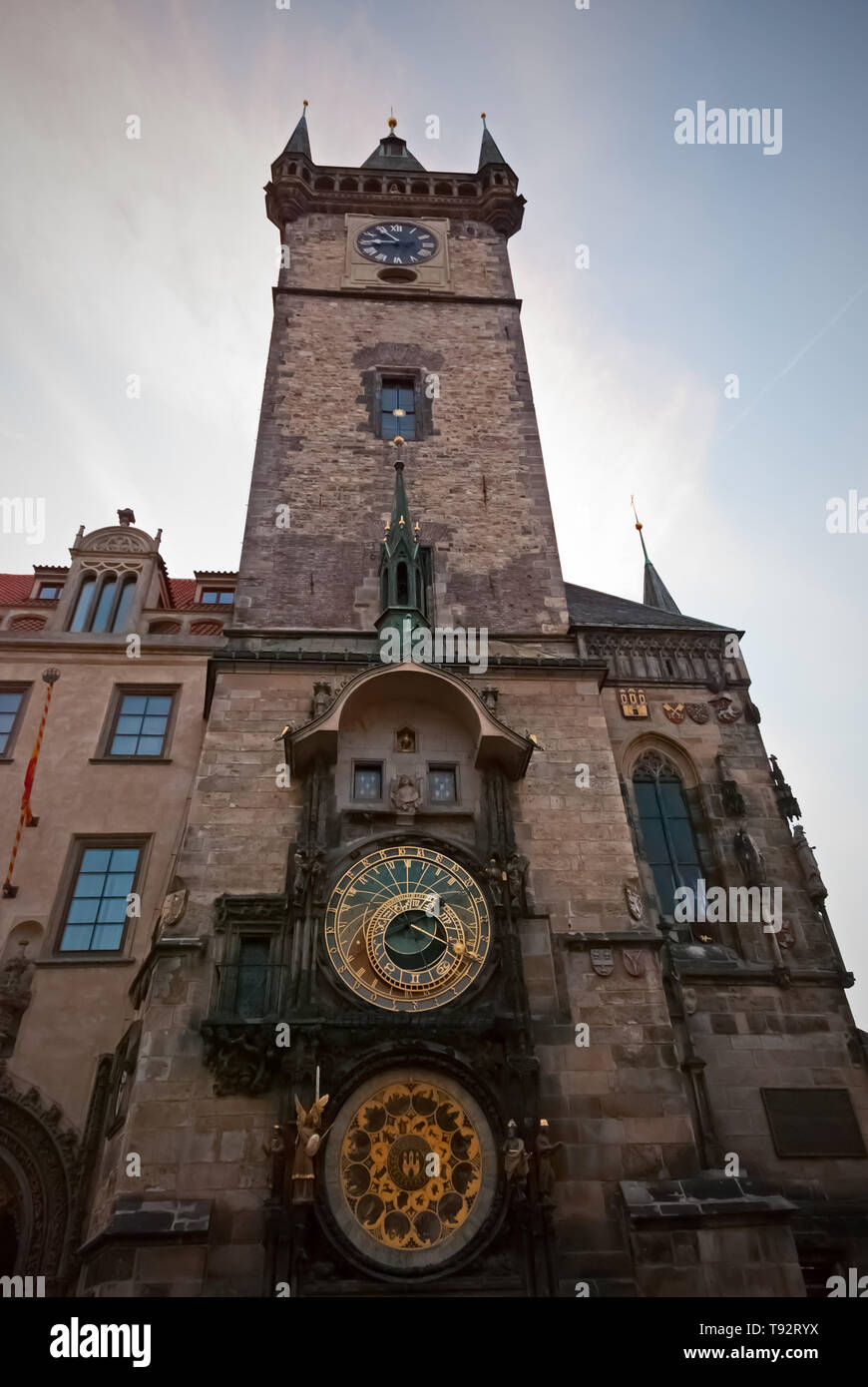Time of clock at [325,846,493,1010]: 2:18
